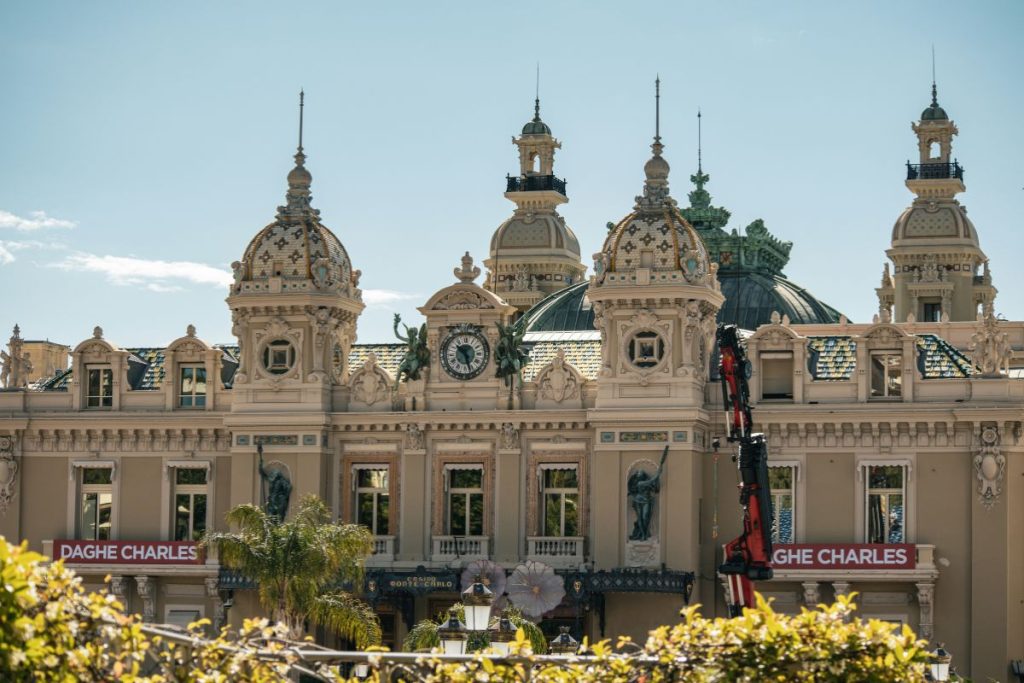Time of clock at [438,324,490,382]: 10:27
